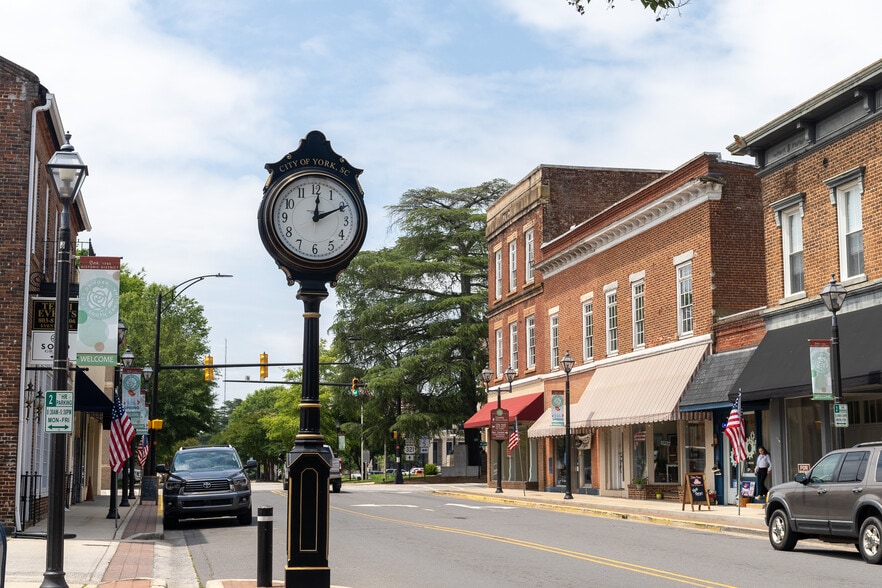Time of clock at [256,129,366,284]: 12:10
